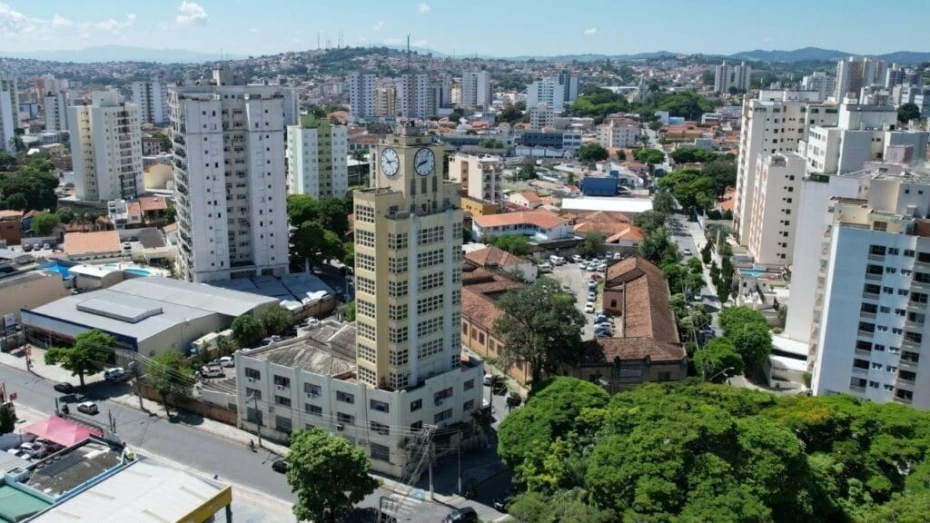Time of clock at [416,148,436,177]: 8:41
